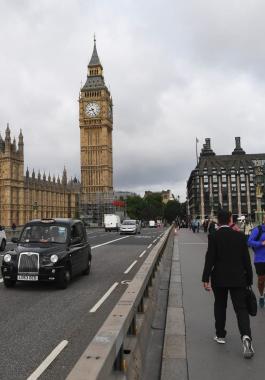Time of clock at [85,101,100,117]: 8:25
